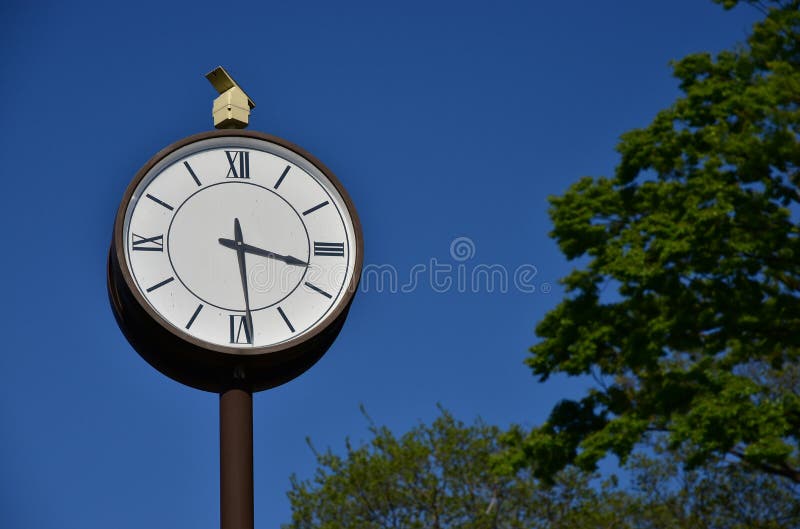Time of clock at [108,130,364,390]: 3:28
